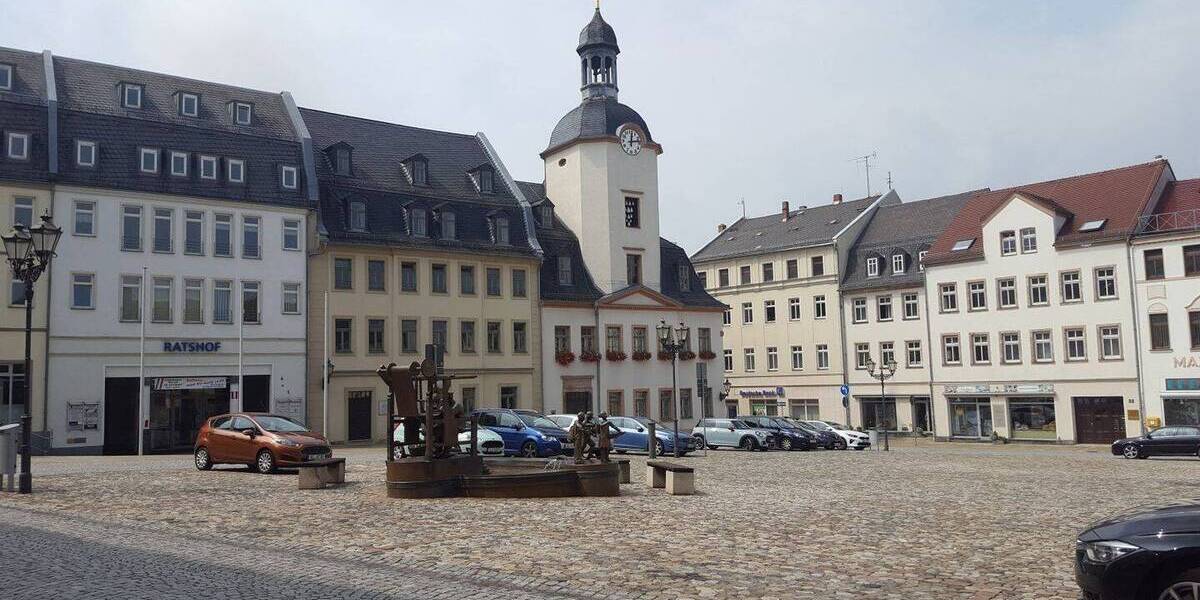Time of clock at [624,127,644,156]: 12:13
